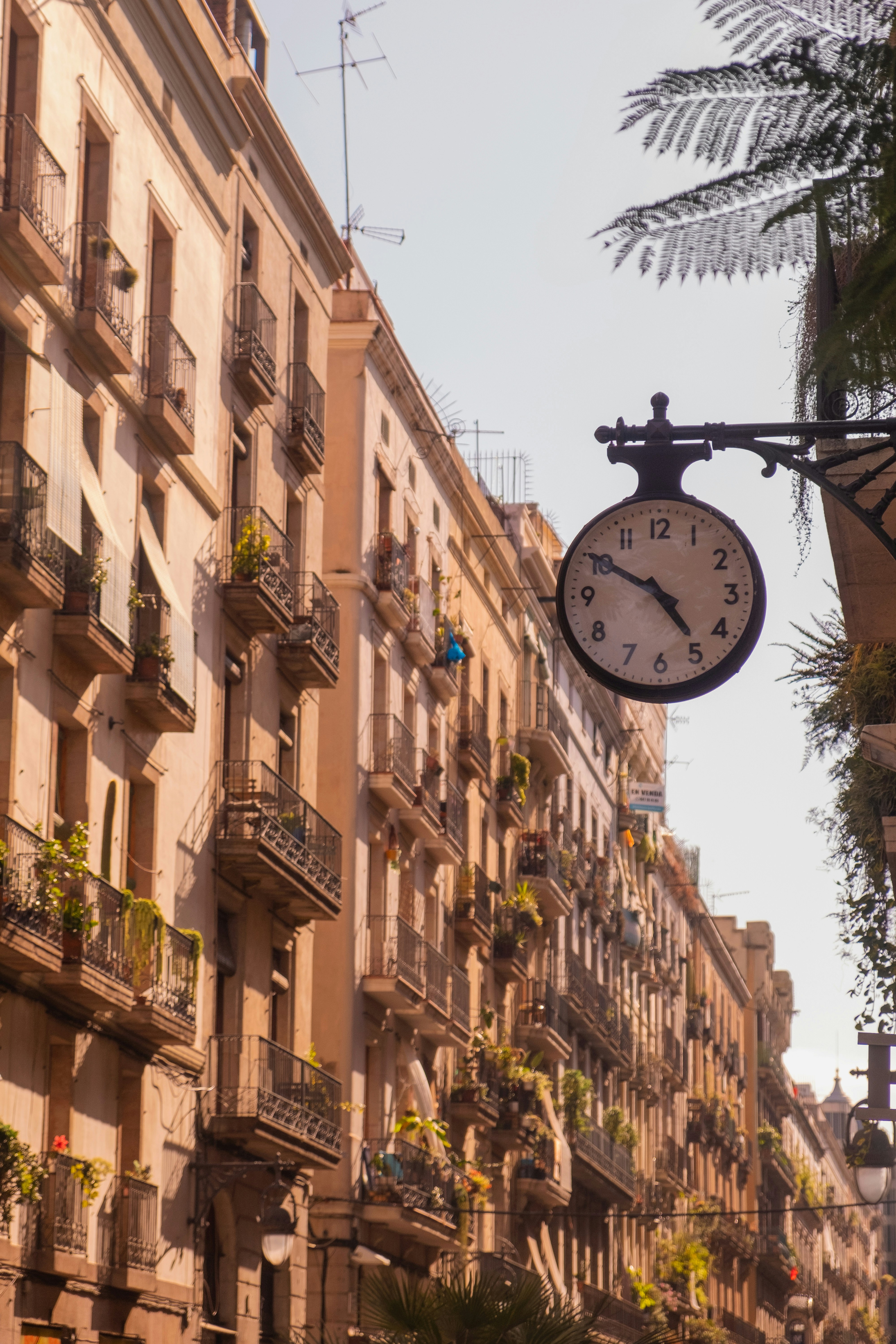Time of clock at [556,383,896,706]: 4:50
